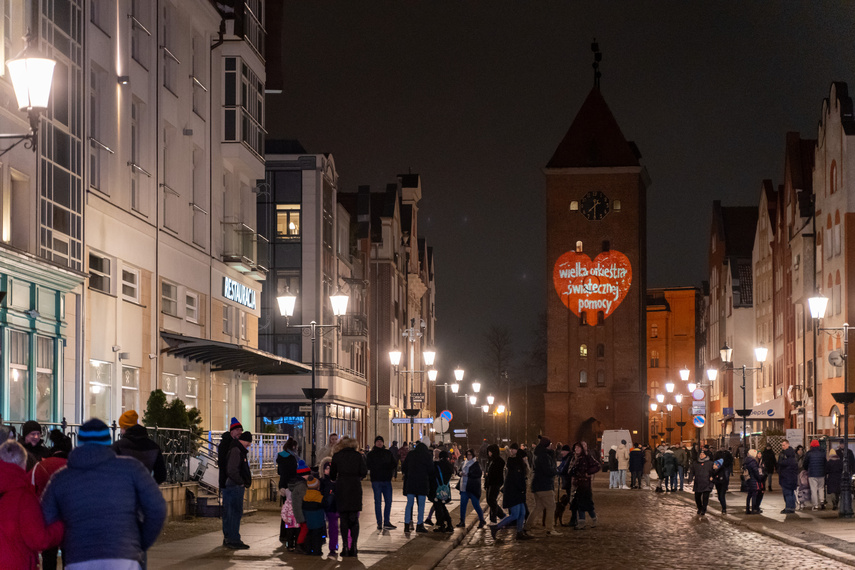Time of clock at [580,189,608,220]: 7:30
